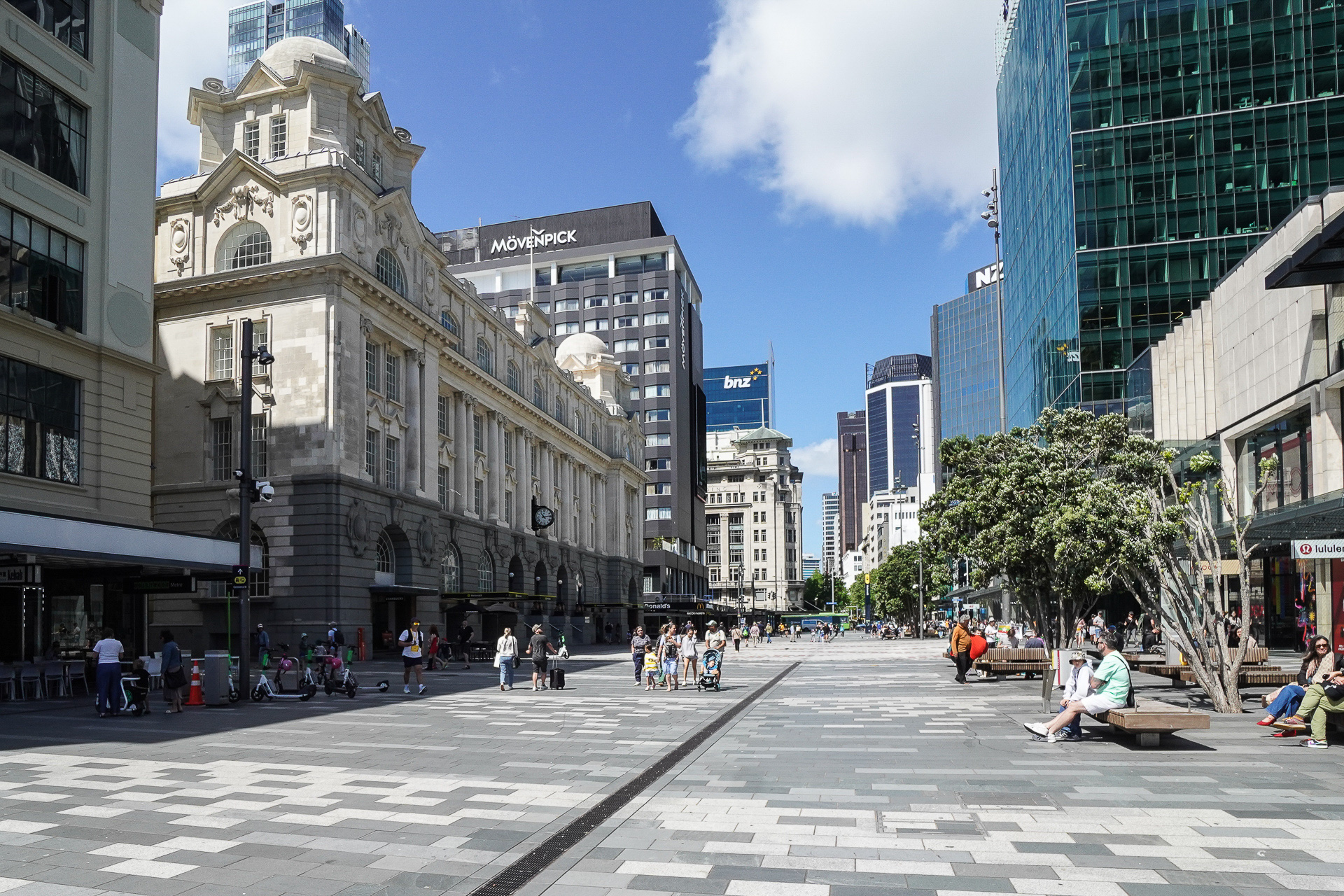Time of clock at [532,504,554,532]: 11:13
